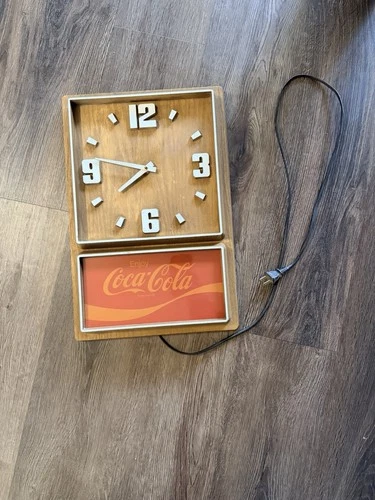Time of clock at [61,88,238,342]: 7:46
